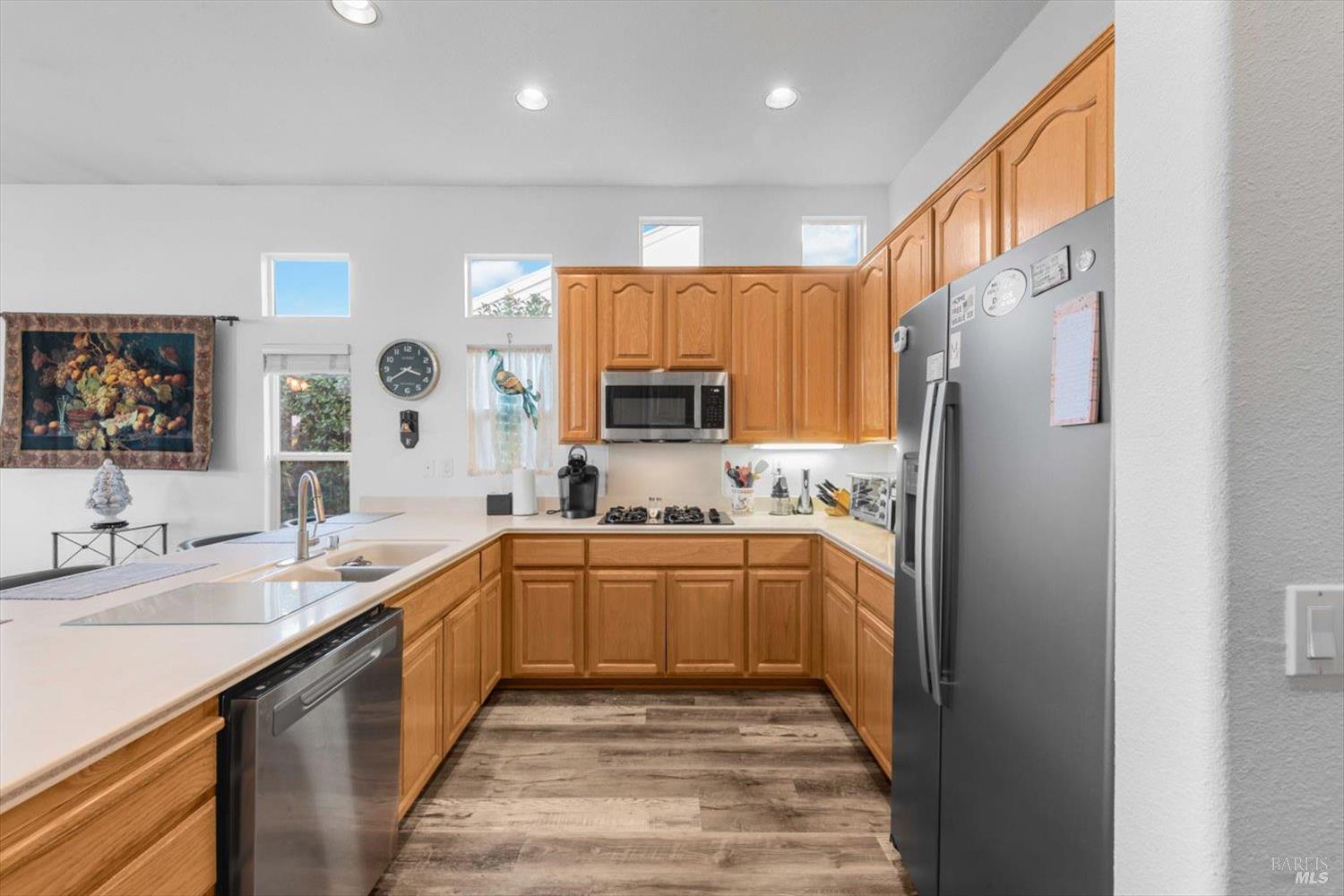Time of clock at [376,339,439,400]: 3:39
